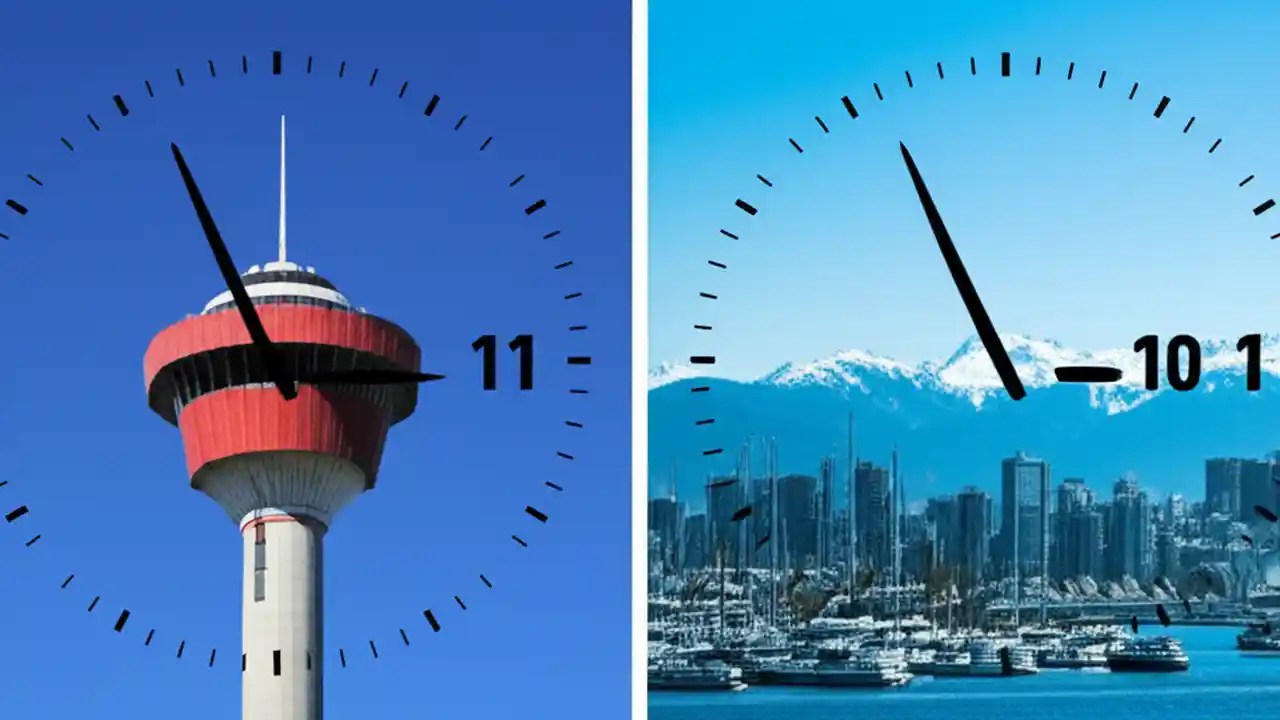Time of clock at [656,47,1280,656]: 2:55
